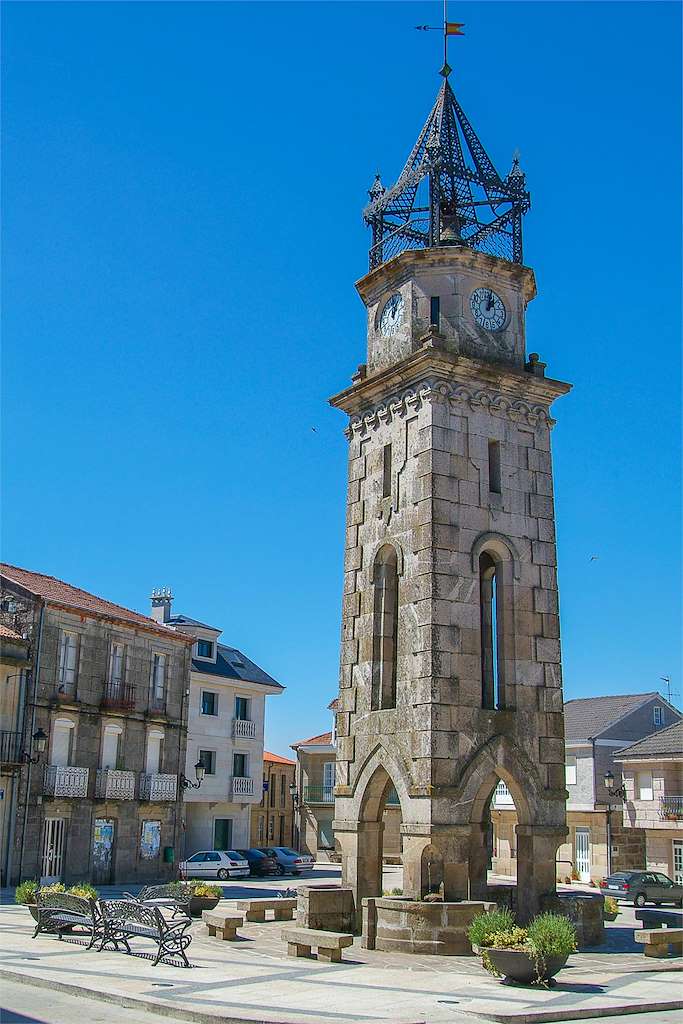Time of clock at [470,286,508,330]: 1:02
